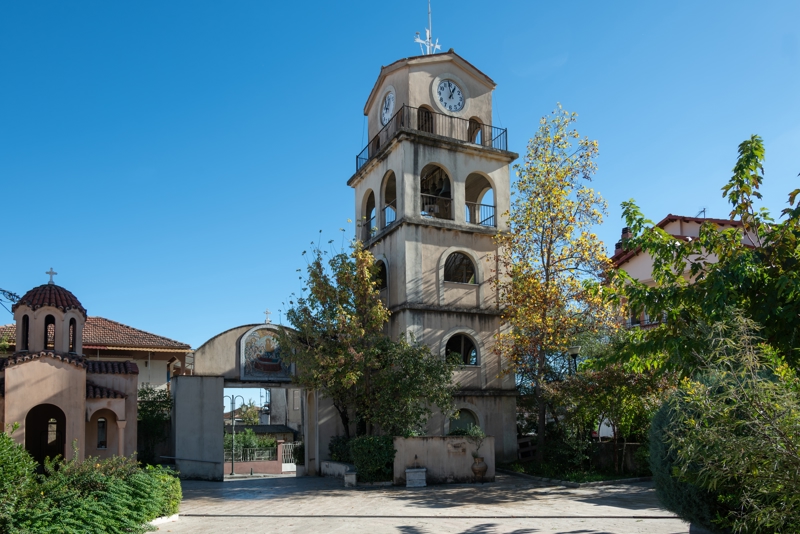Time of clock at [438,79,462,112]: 12:58
